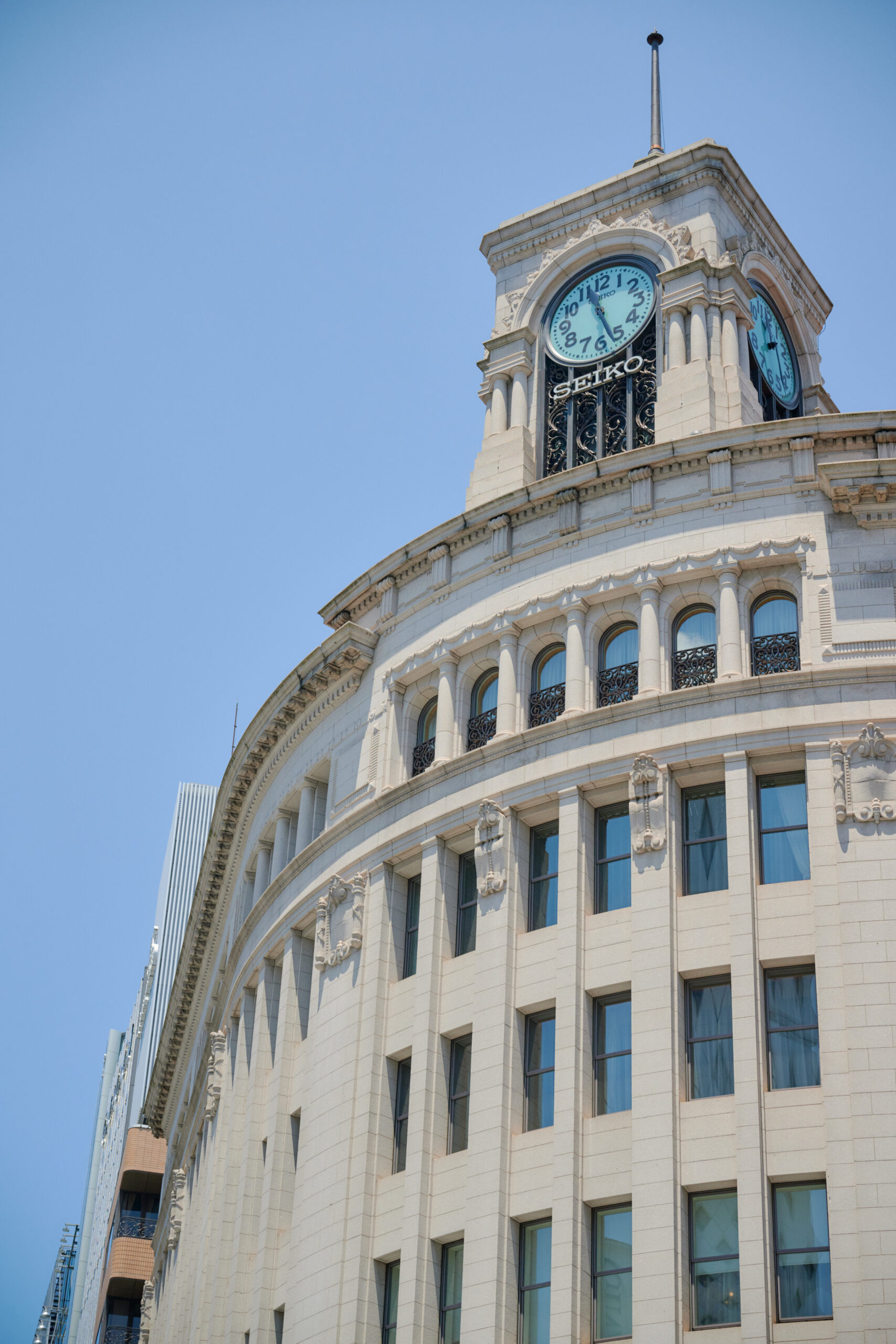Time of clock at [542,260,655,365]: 11:26
